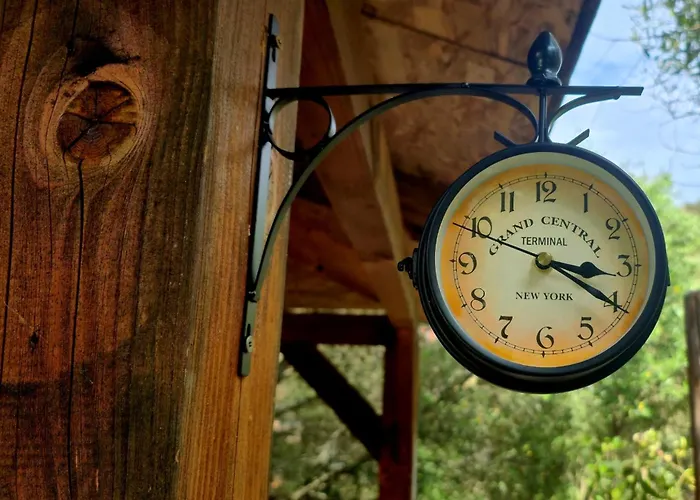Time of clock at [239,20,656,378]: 3:20
